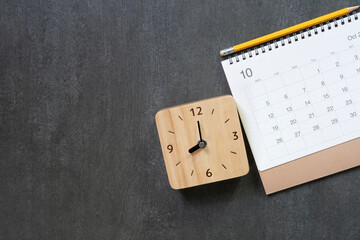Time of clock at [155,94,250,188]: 8:00
